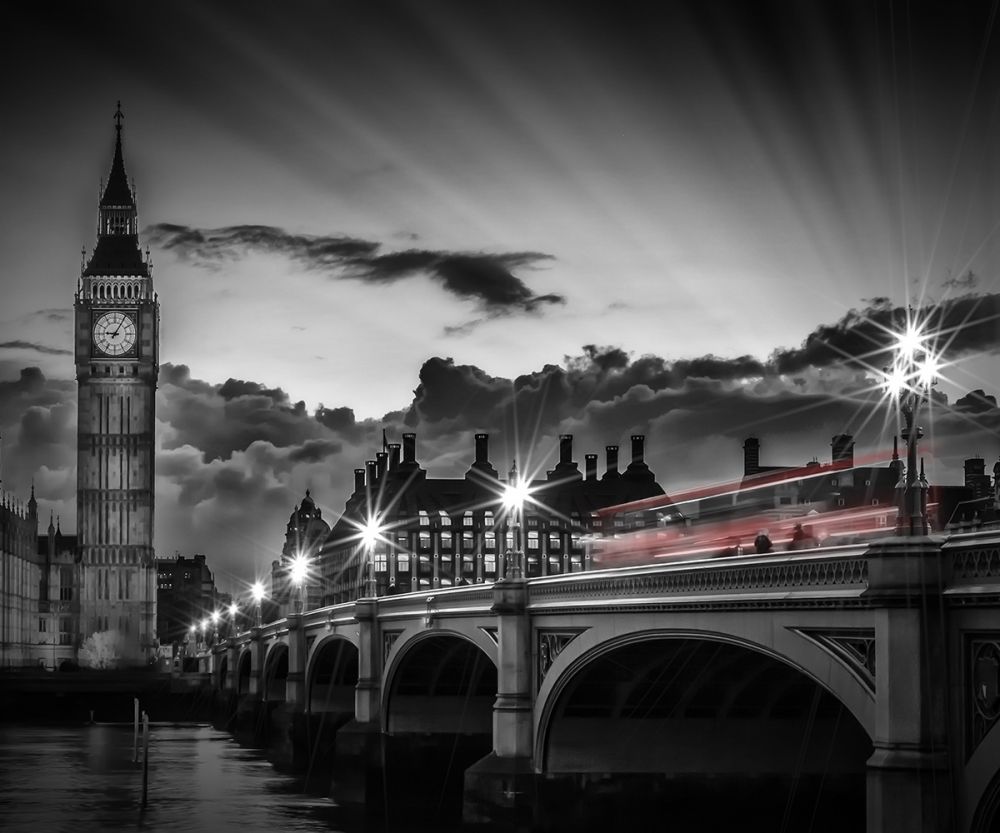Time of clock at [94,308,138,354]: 9:05
